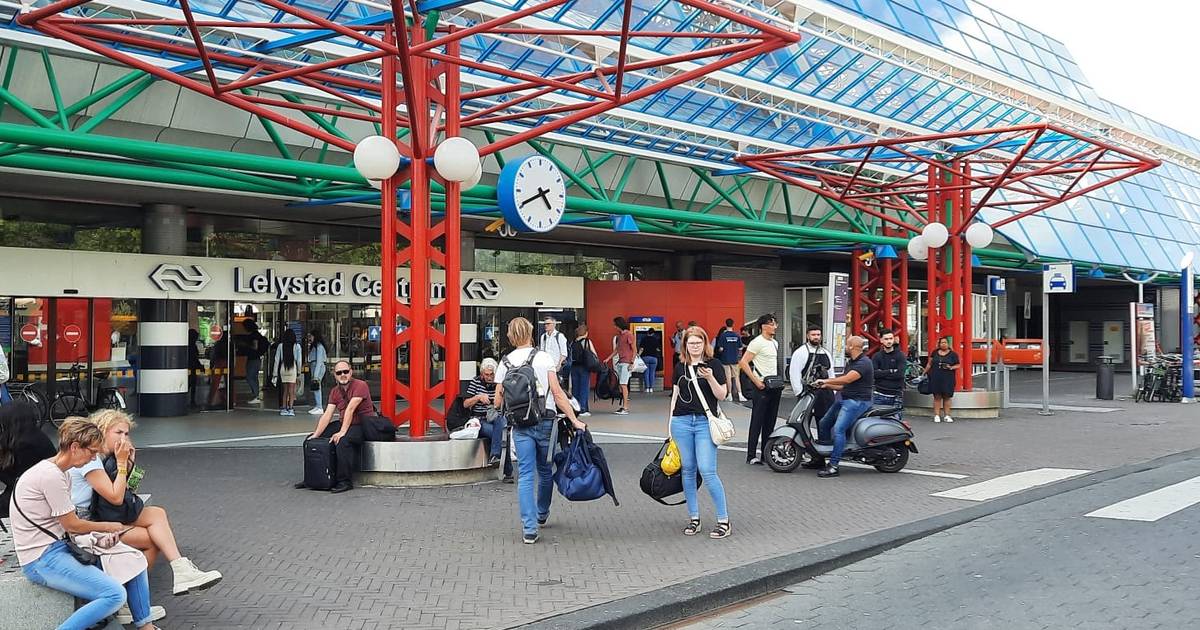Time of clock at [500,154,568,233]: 4:40
